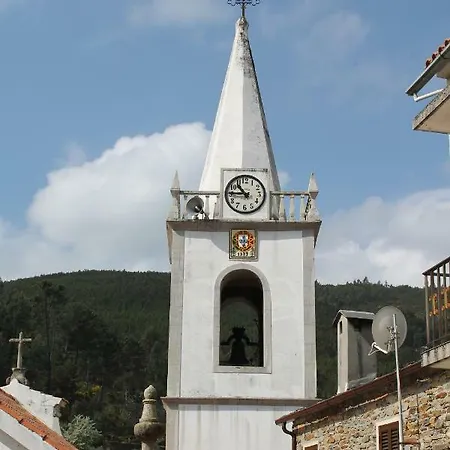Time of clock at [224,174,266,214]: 10:45
